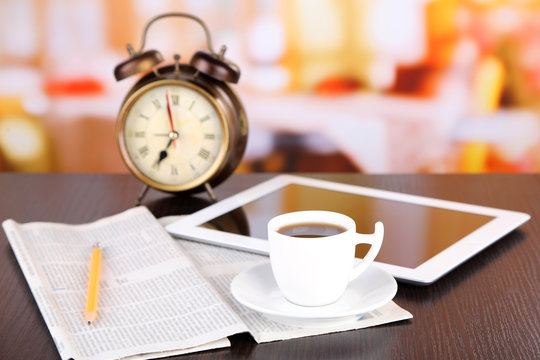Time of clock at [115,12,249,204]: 6:58
